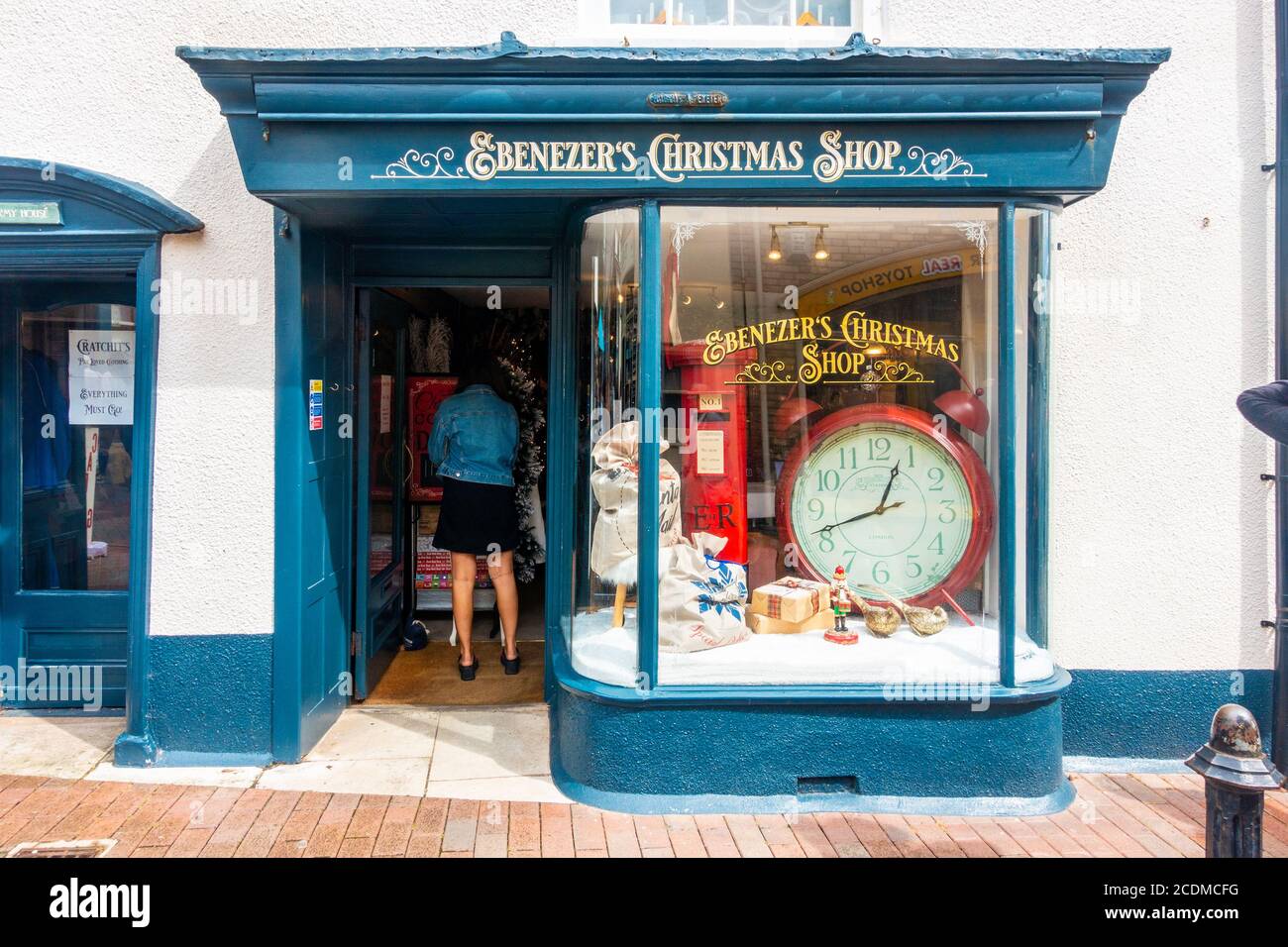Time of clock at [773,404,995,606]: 12:41
